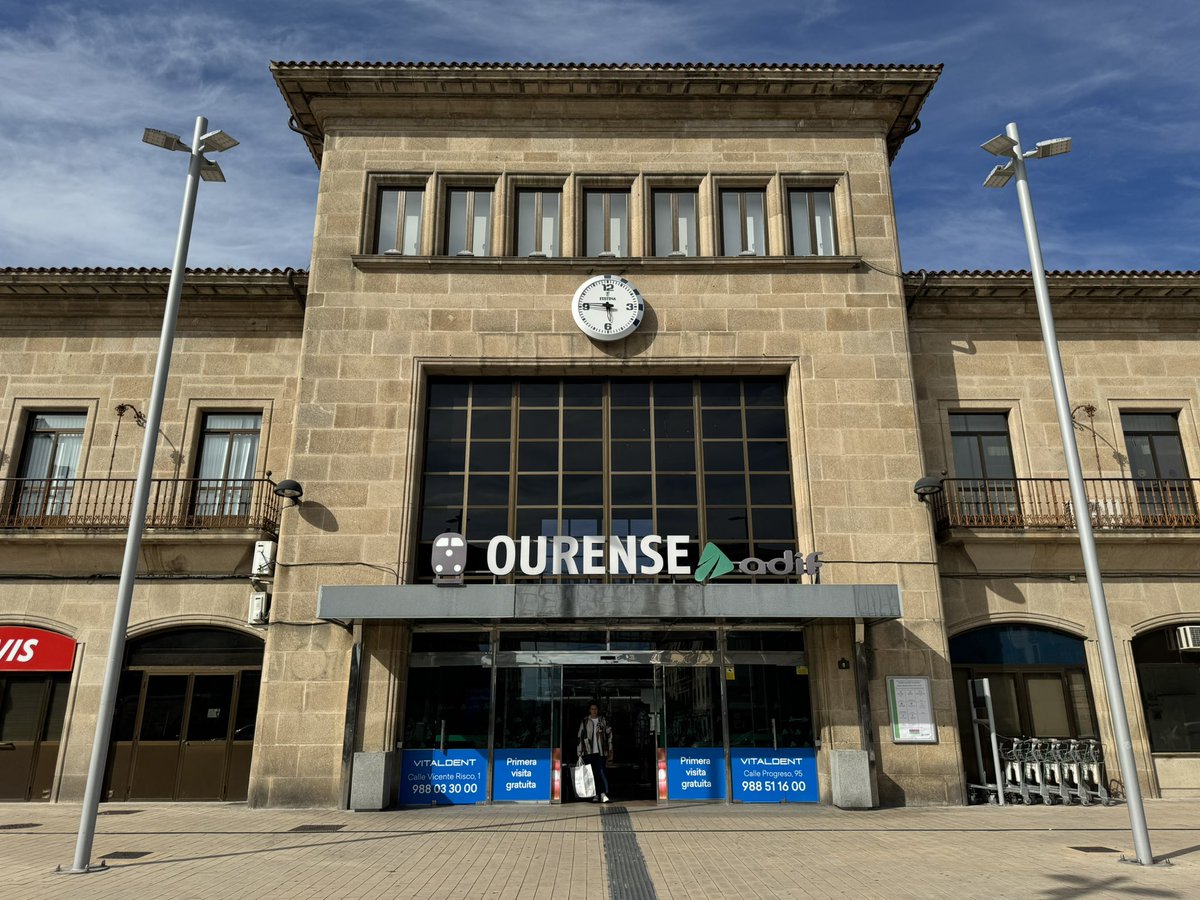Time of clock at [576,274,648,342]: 5:45
